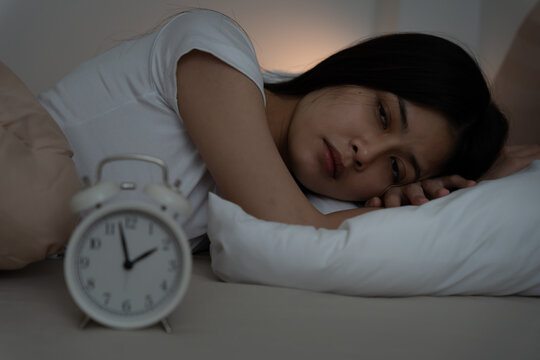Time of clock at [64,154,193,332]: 1:57
